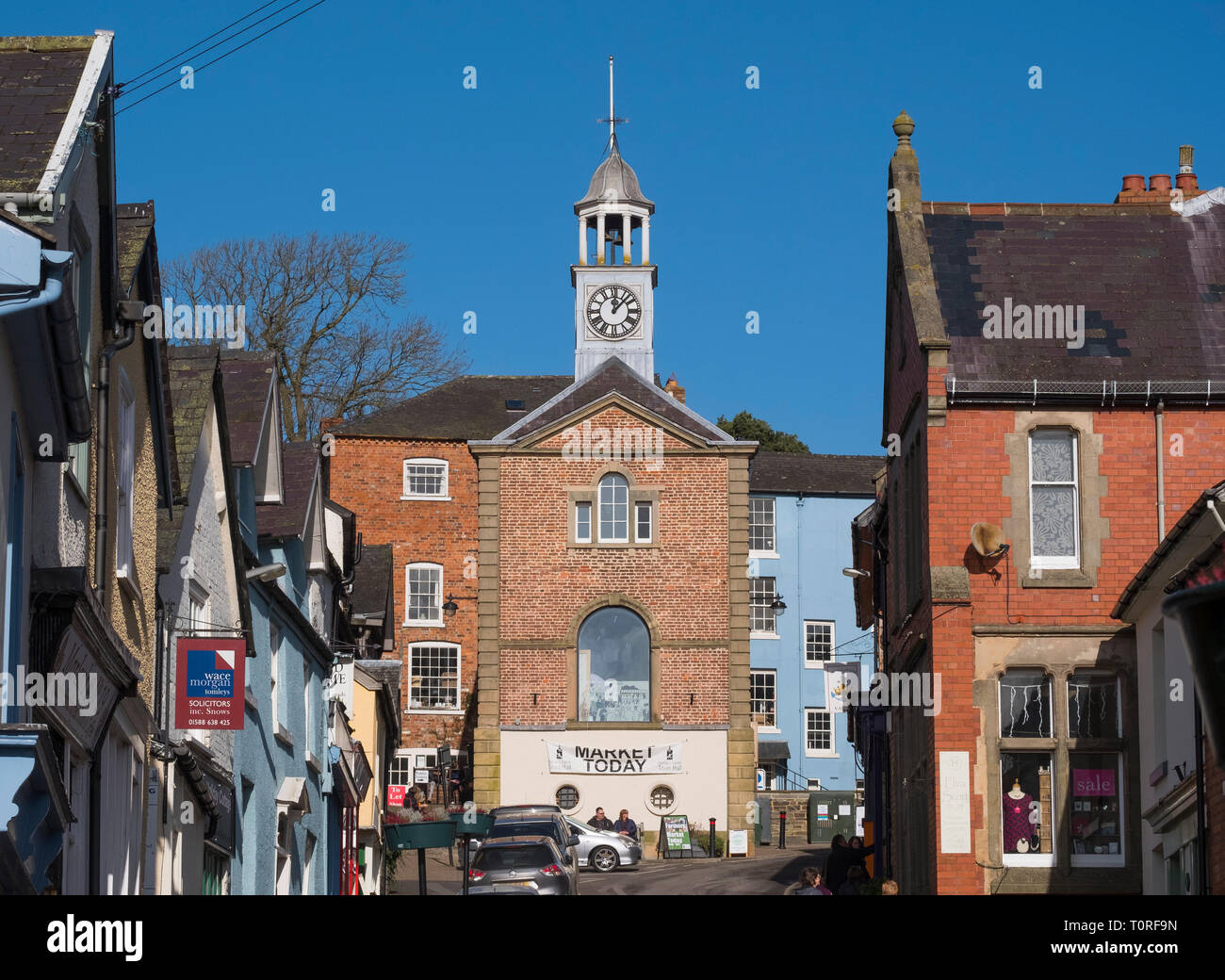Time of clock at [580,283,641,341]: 12:07
